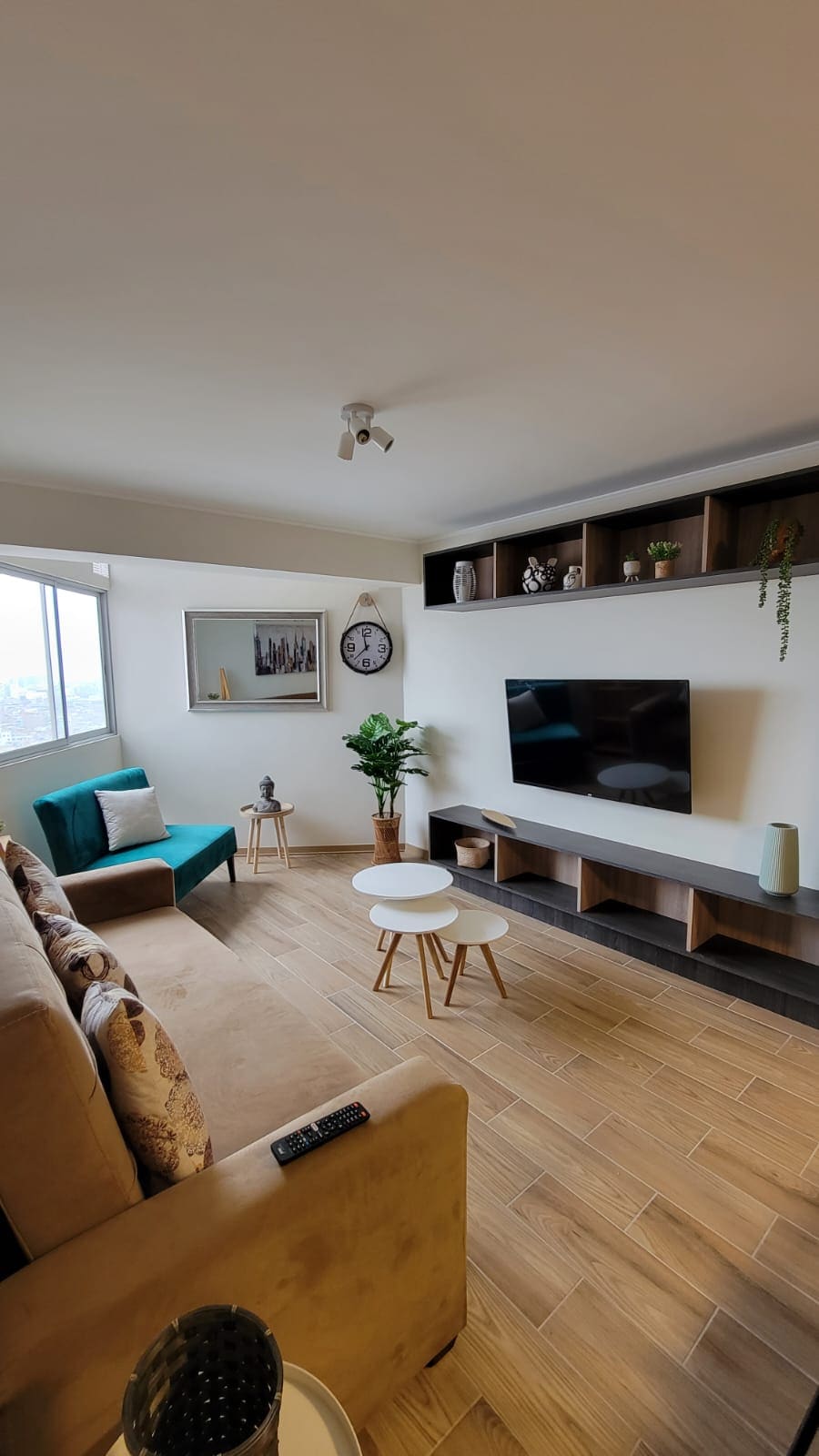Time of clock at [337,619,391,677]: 11:37
